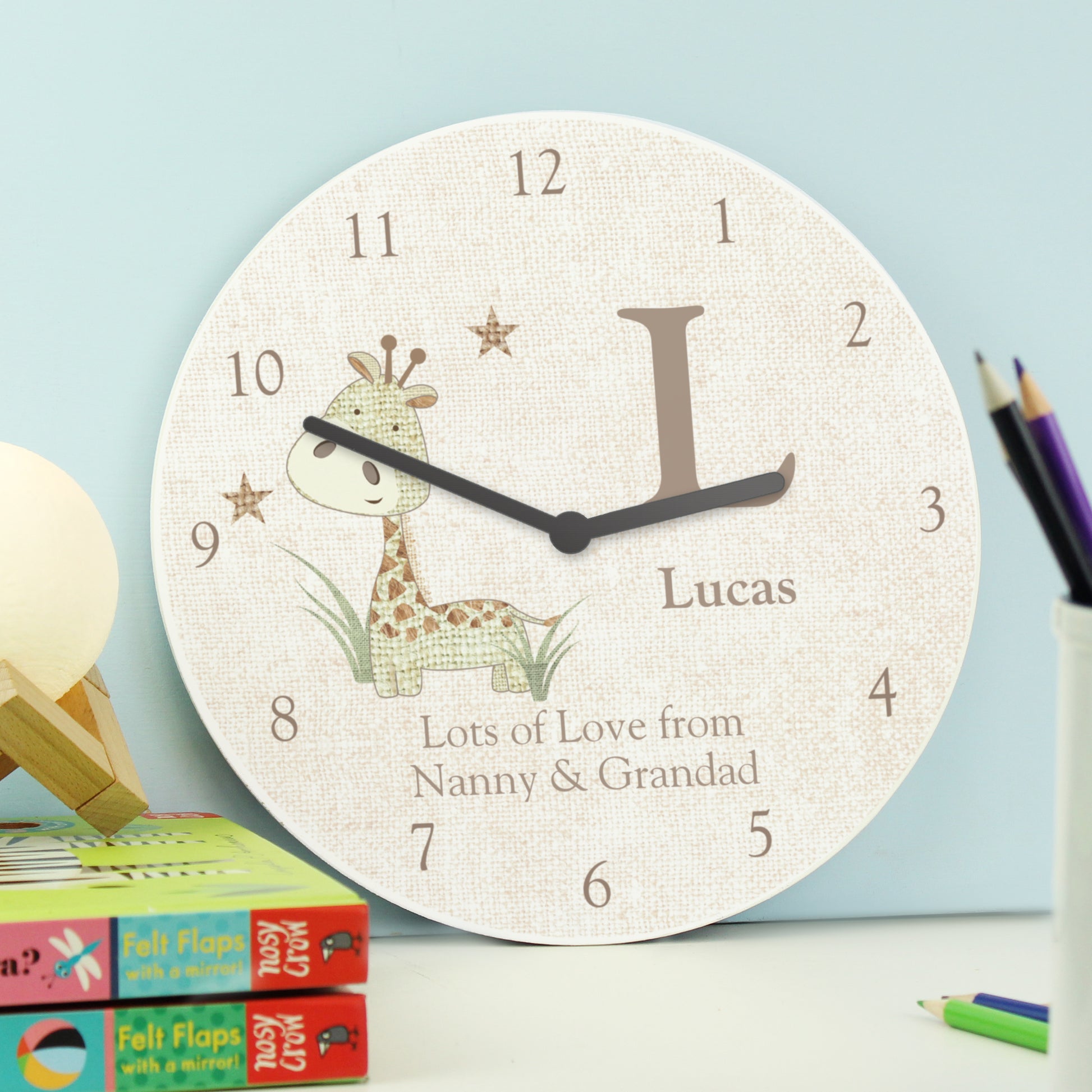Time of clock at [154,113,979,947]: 2:48
